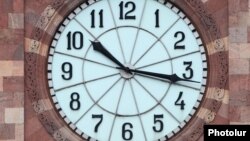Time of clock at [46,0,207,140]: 10:16
